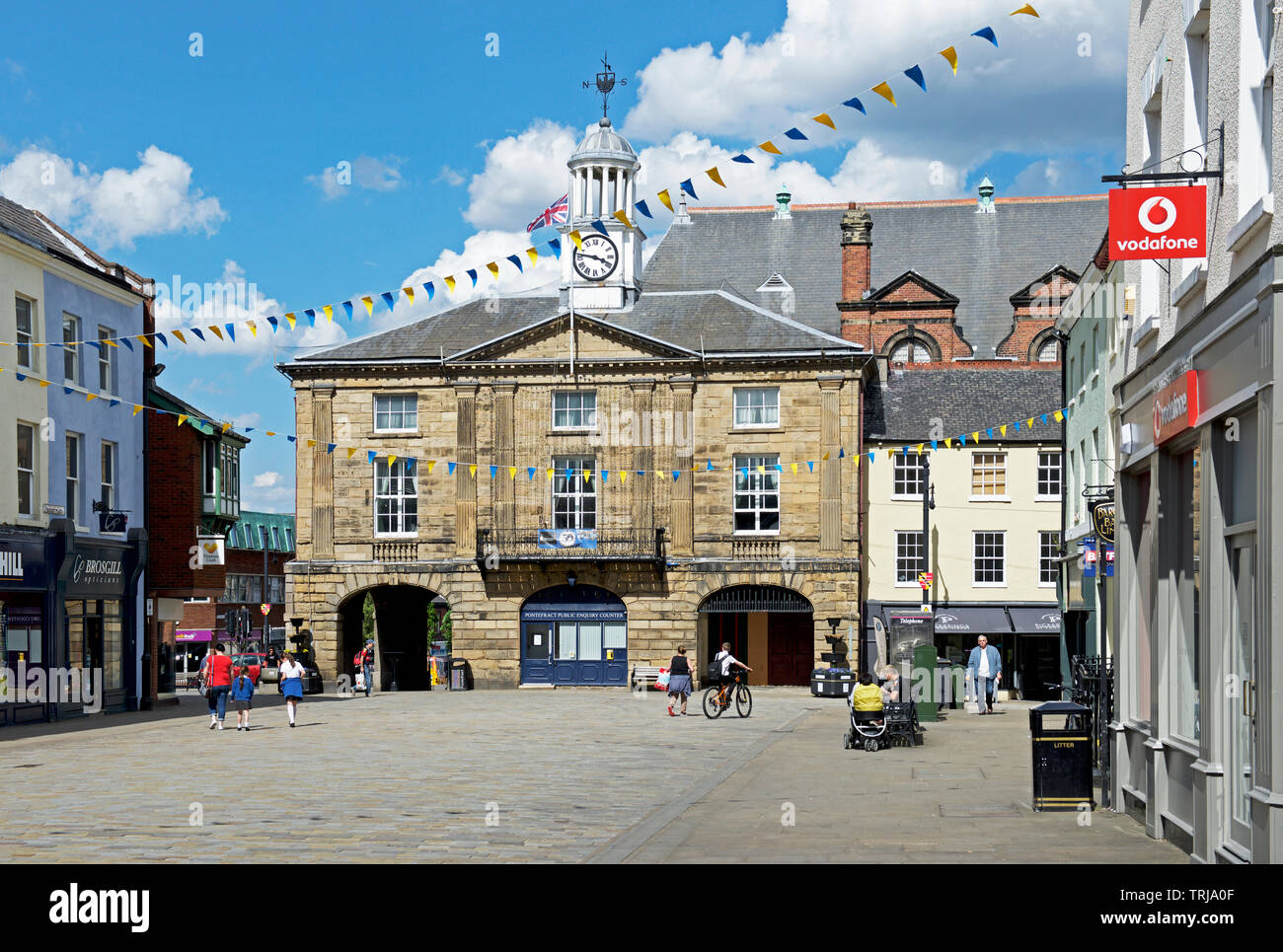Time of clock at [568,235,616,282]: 3:46
